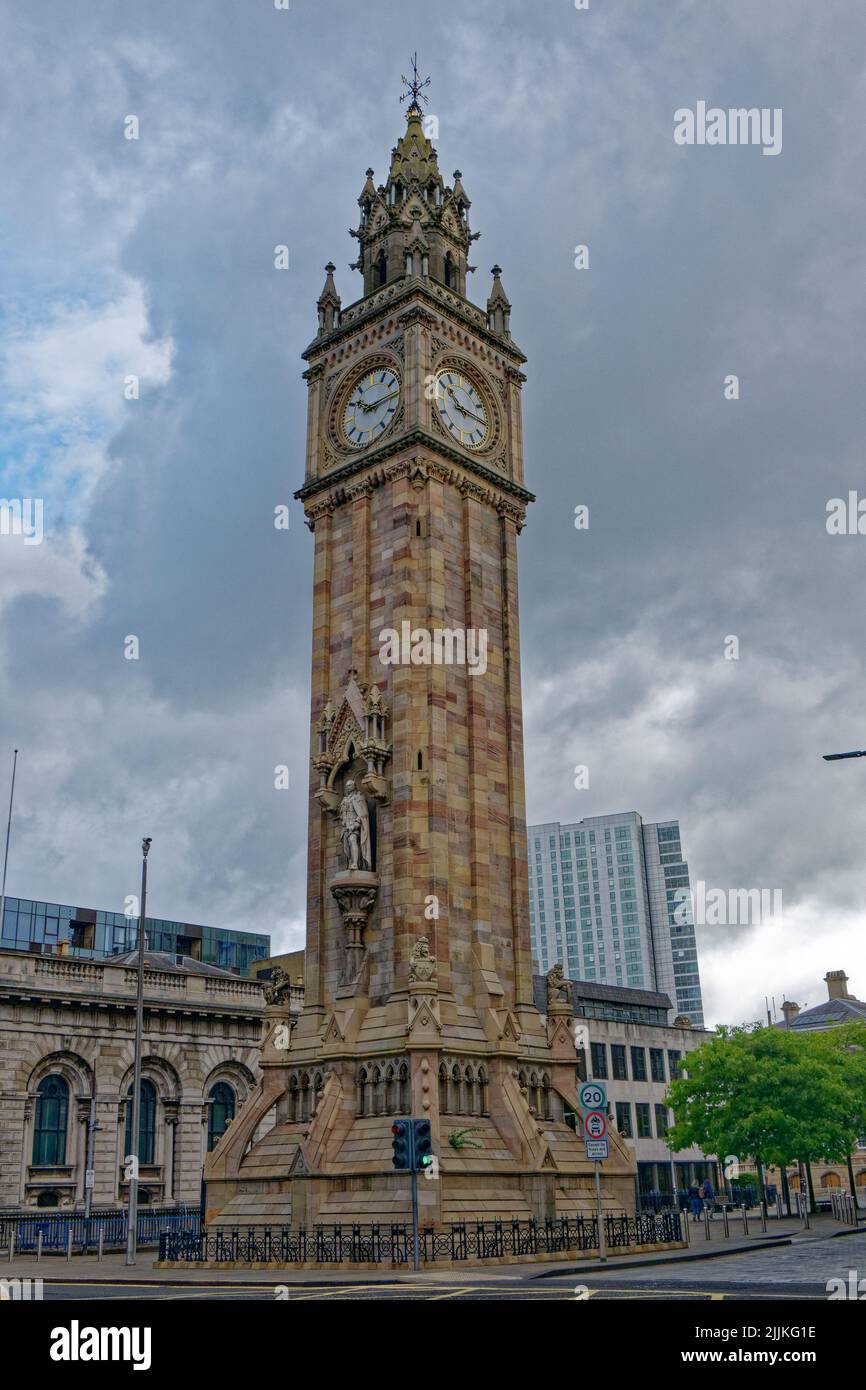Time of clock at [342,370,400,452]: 10:14
